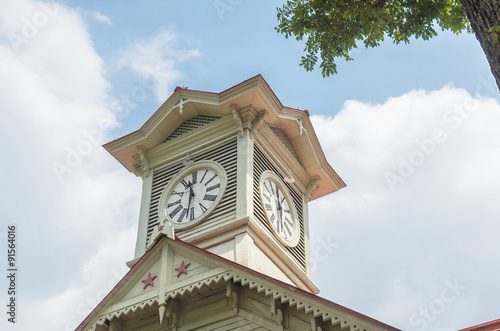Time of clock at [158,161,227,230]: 11:32
